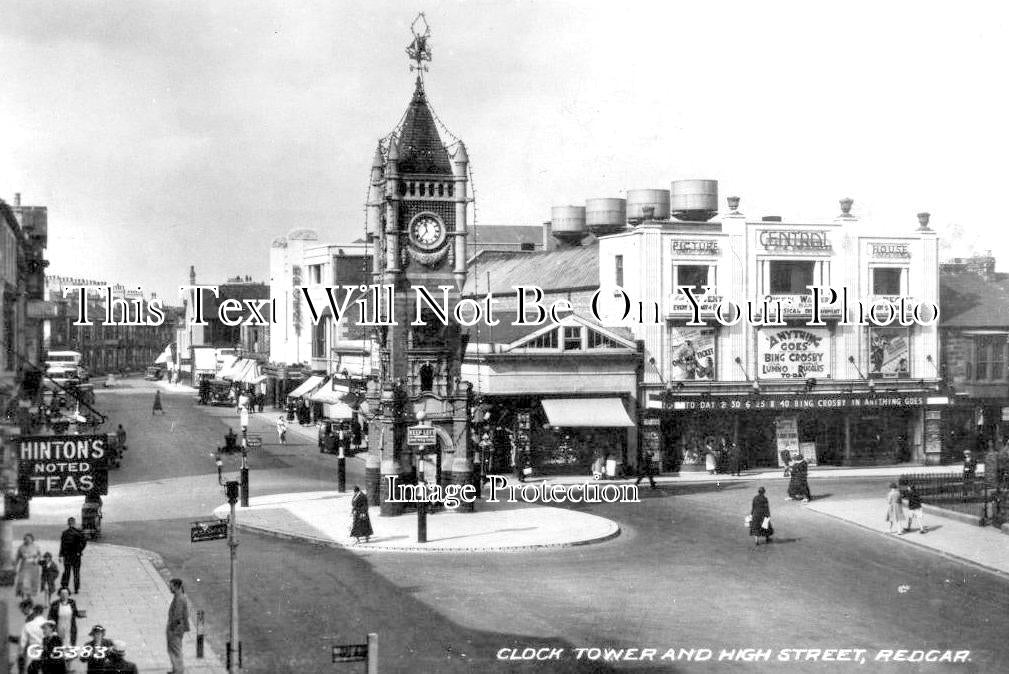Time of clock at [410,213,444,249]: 11:36
